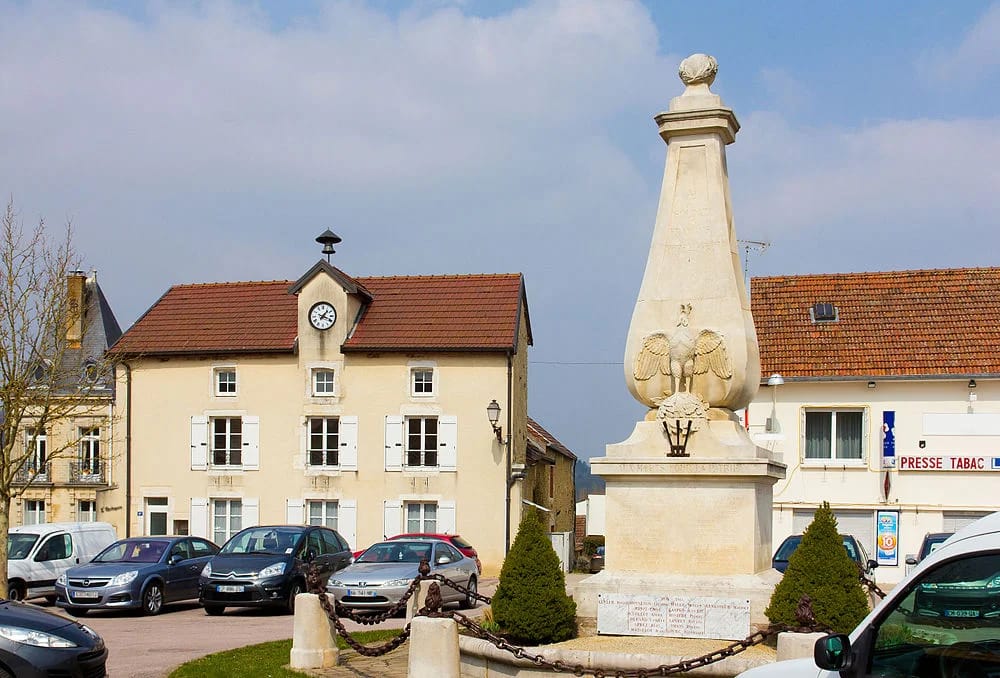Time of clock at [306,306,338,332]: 1:18
